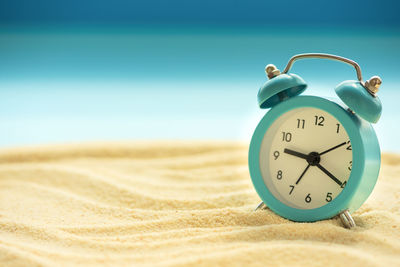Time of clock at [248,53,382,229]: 9:20
